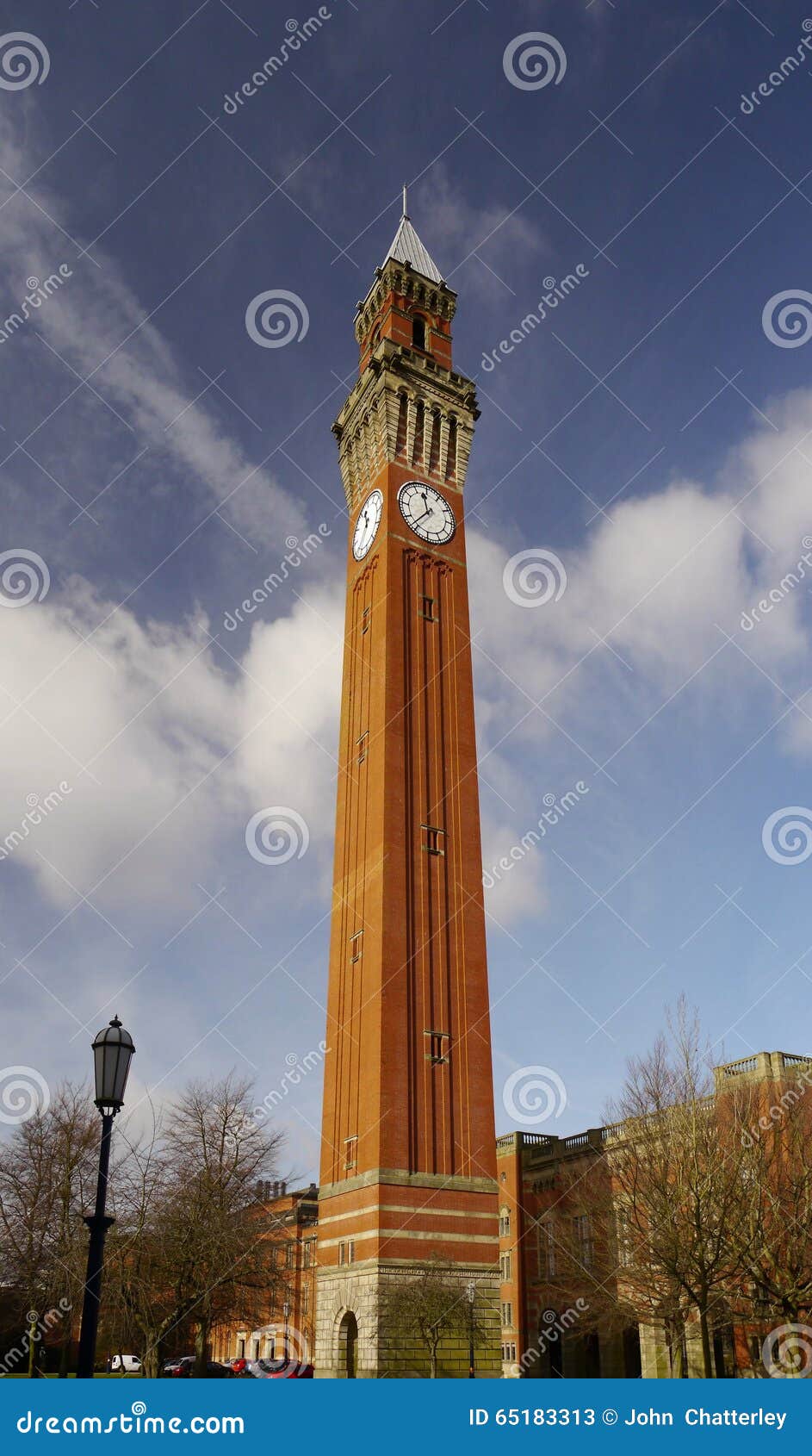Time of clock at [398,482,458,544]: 11:36
